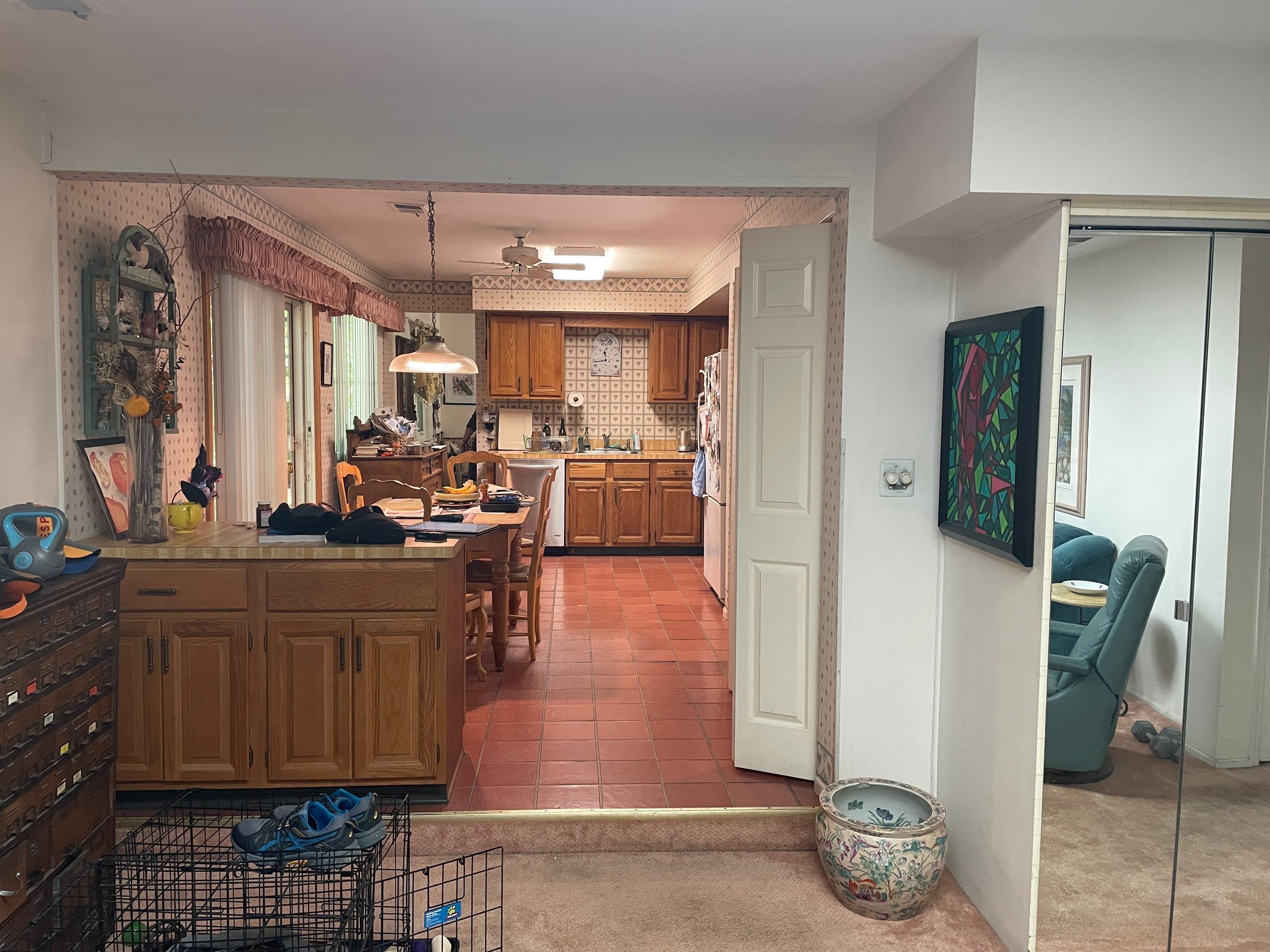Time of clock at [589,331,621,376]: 11:43
